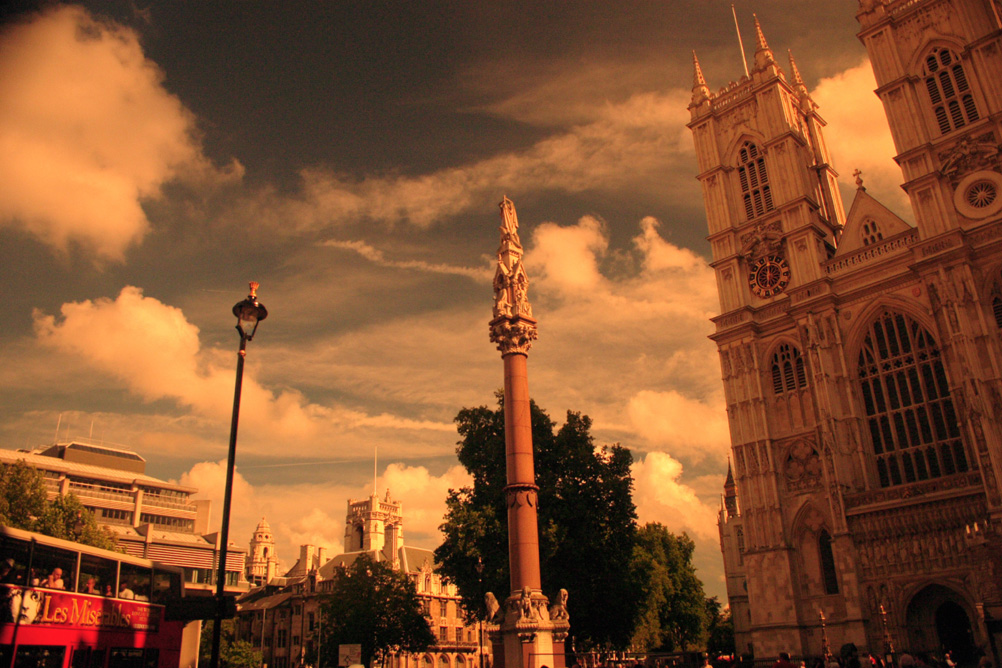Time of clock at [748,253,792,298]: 5:59
